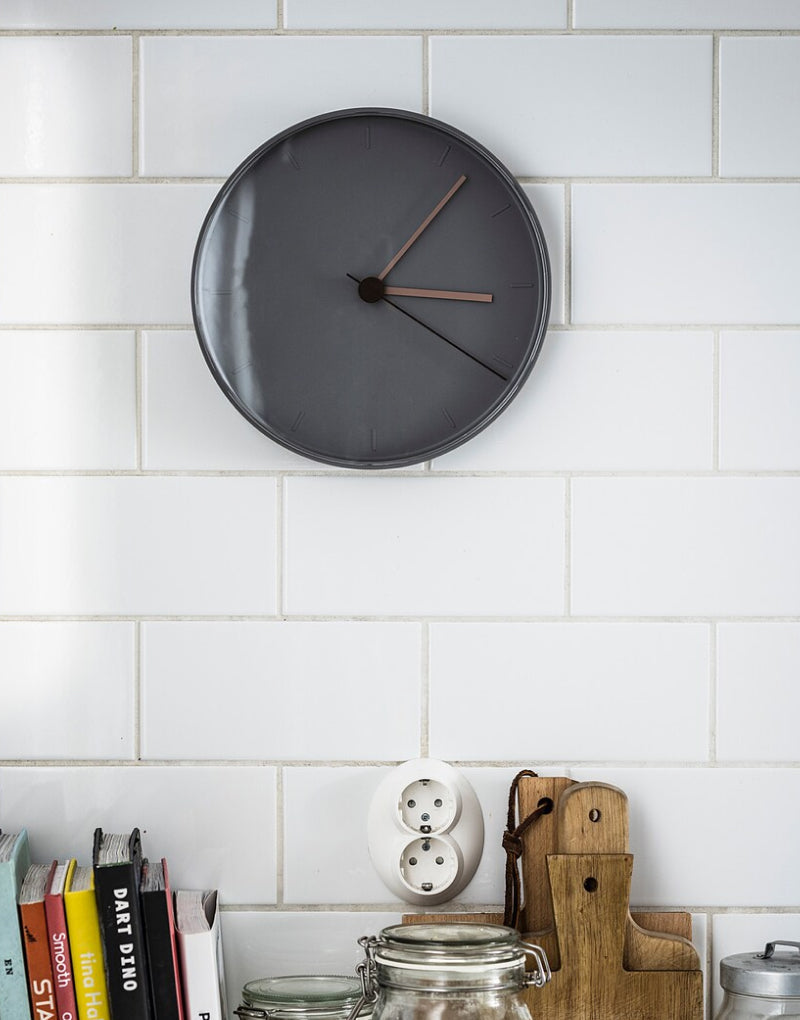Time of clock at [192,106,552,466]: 3:06
